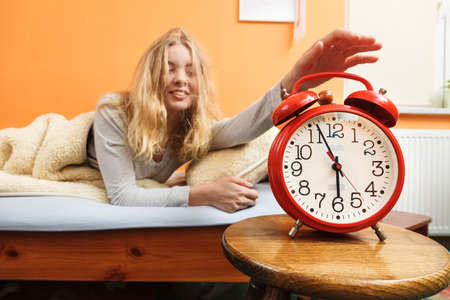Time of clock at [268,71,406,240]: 5:56
